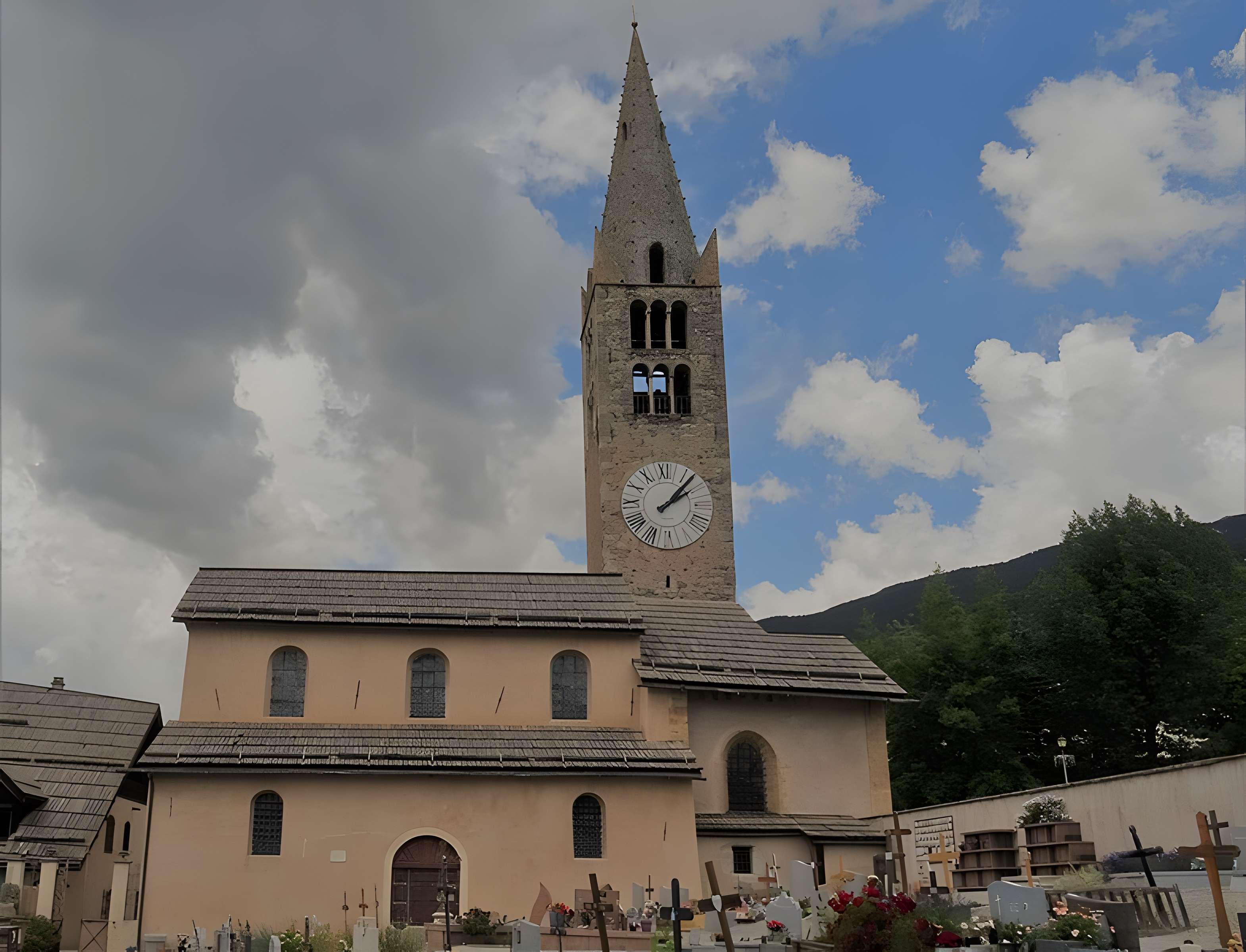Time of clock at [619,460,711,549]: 2:07
